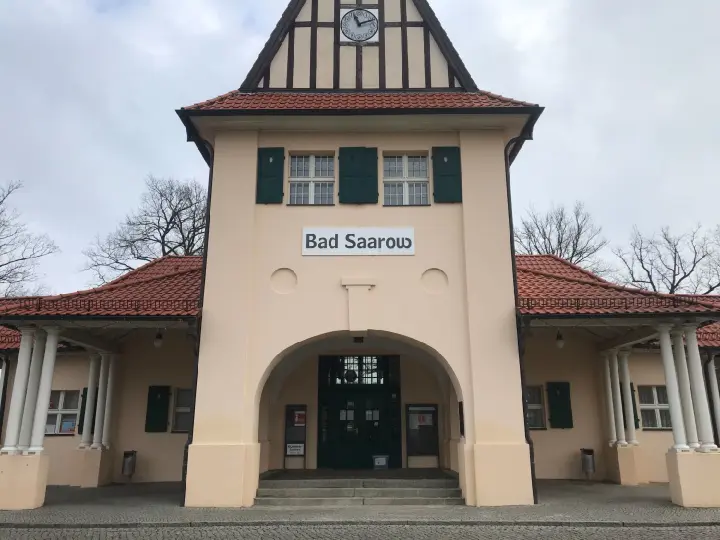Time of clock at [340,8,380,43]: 11:11
